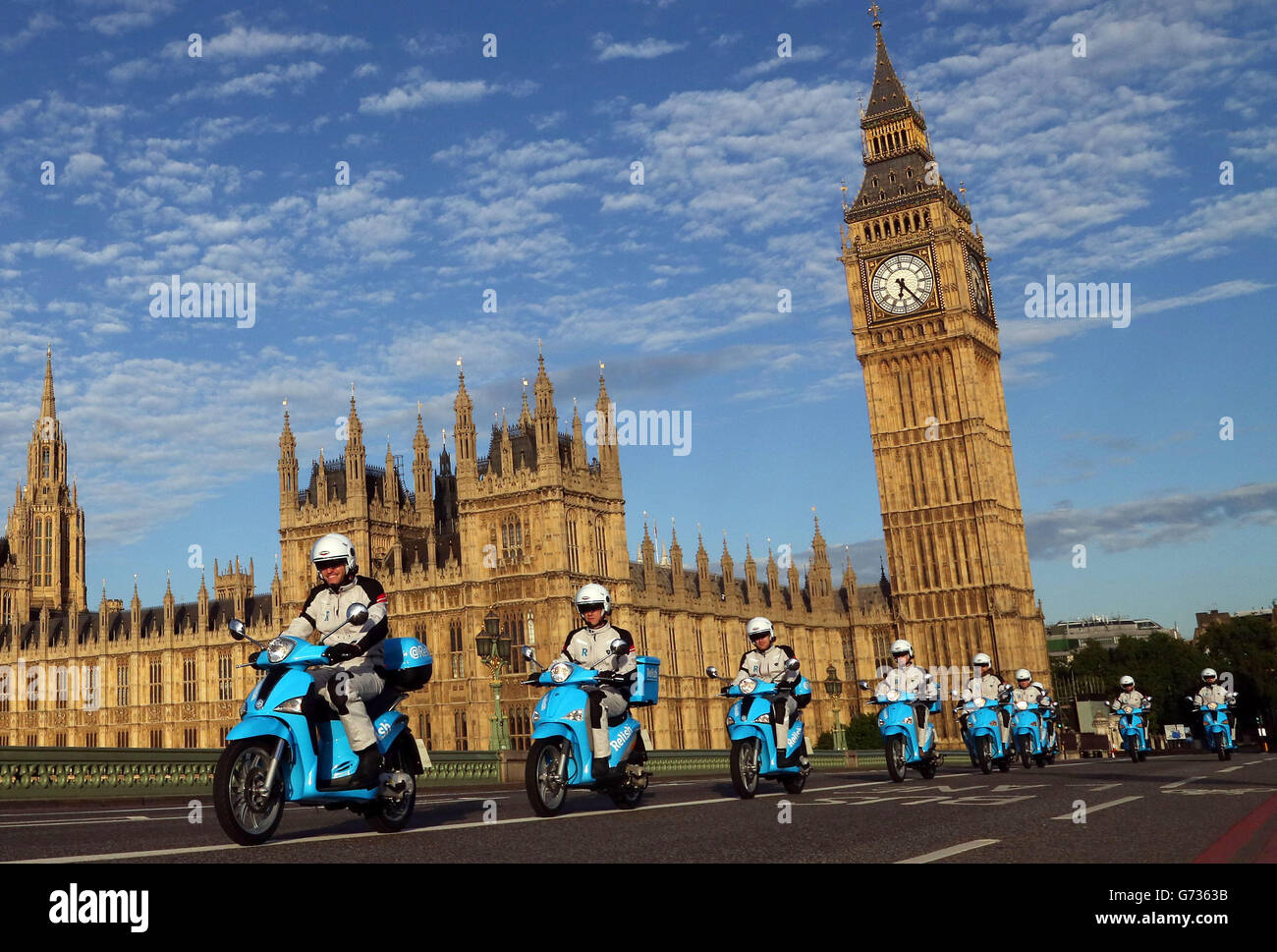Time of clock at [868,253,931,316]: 6:24
